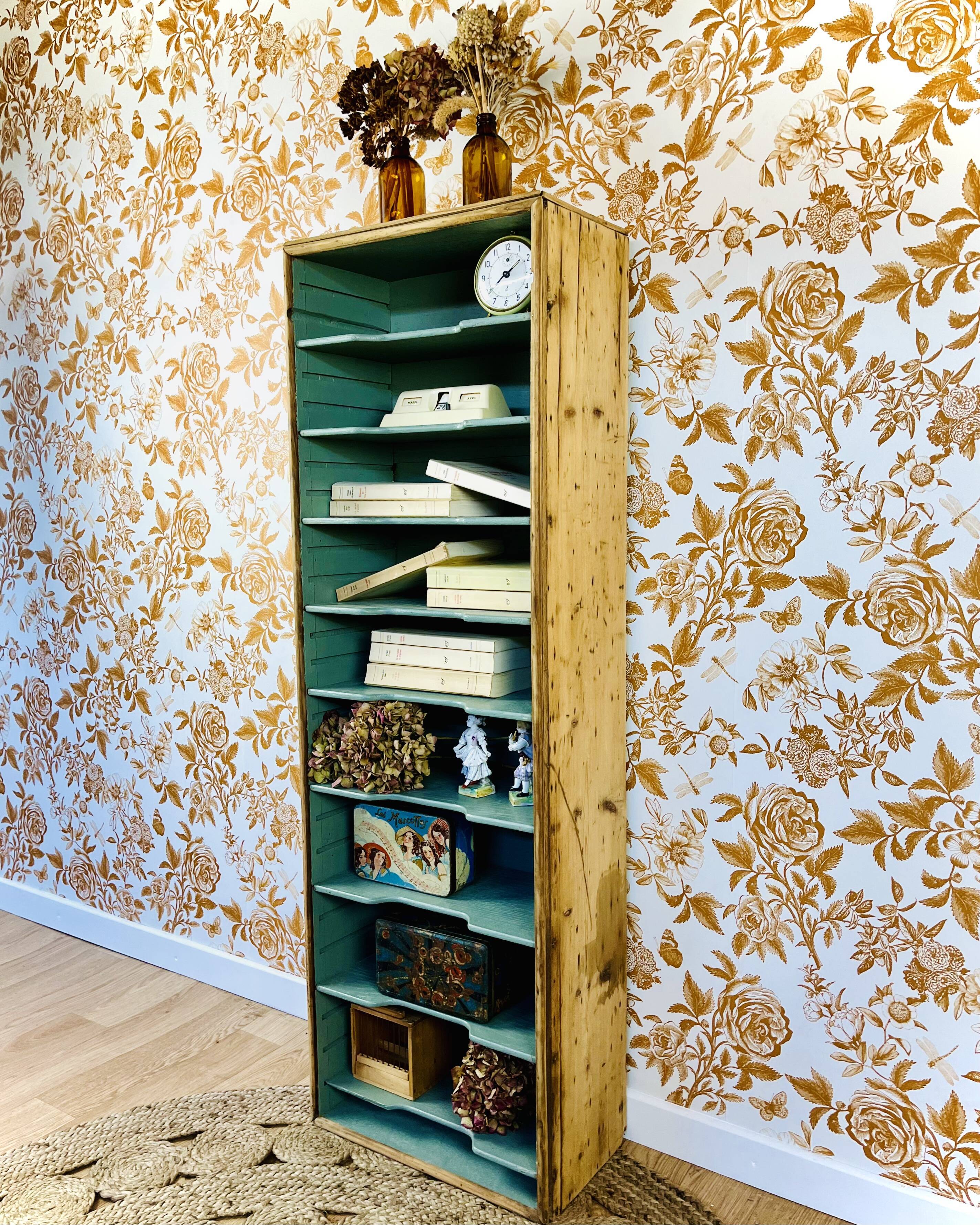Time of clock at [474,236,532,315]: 1:38
